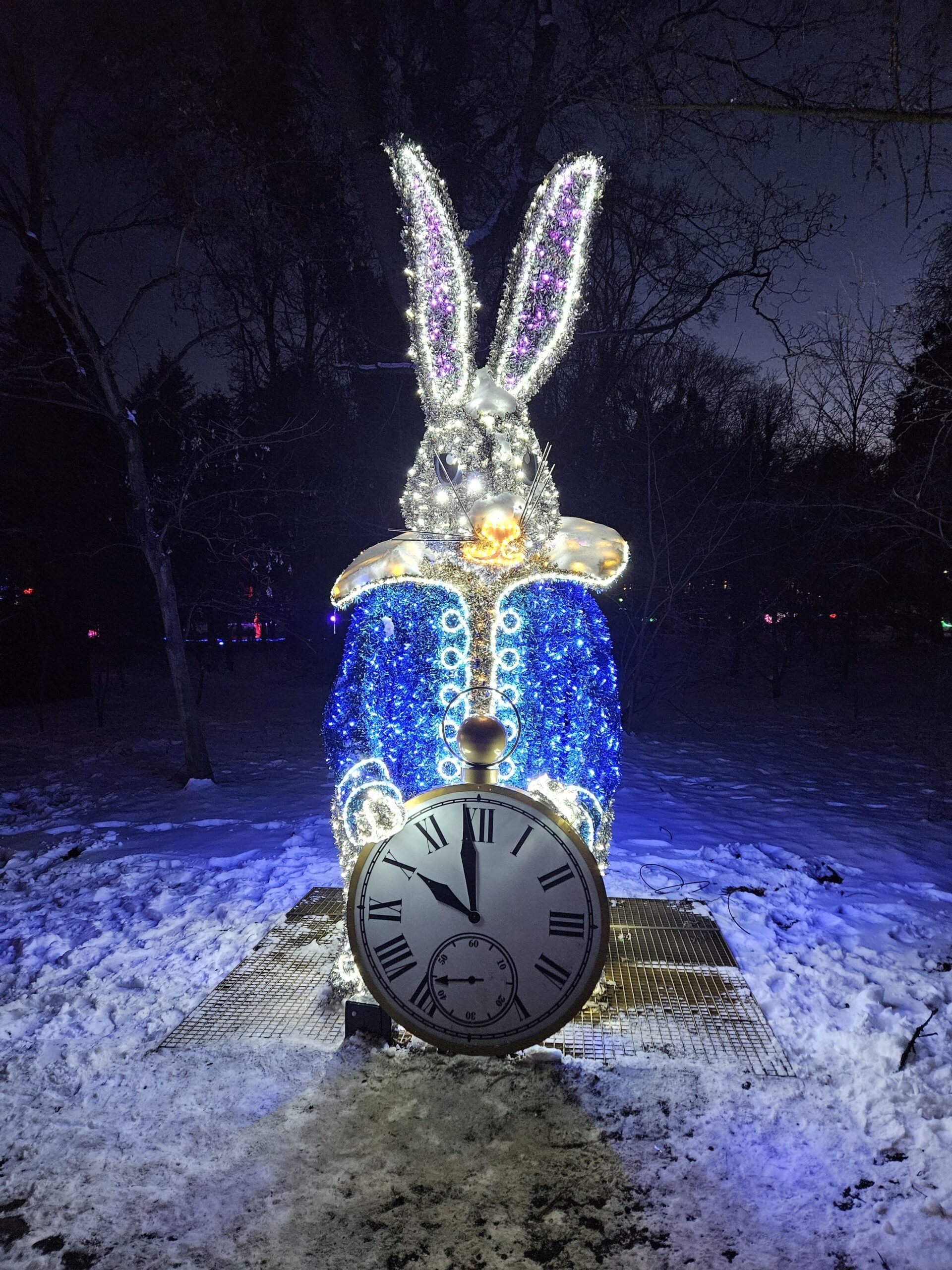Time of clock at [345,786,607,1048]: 9:58
